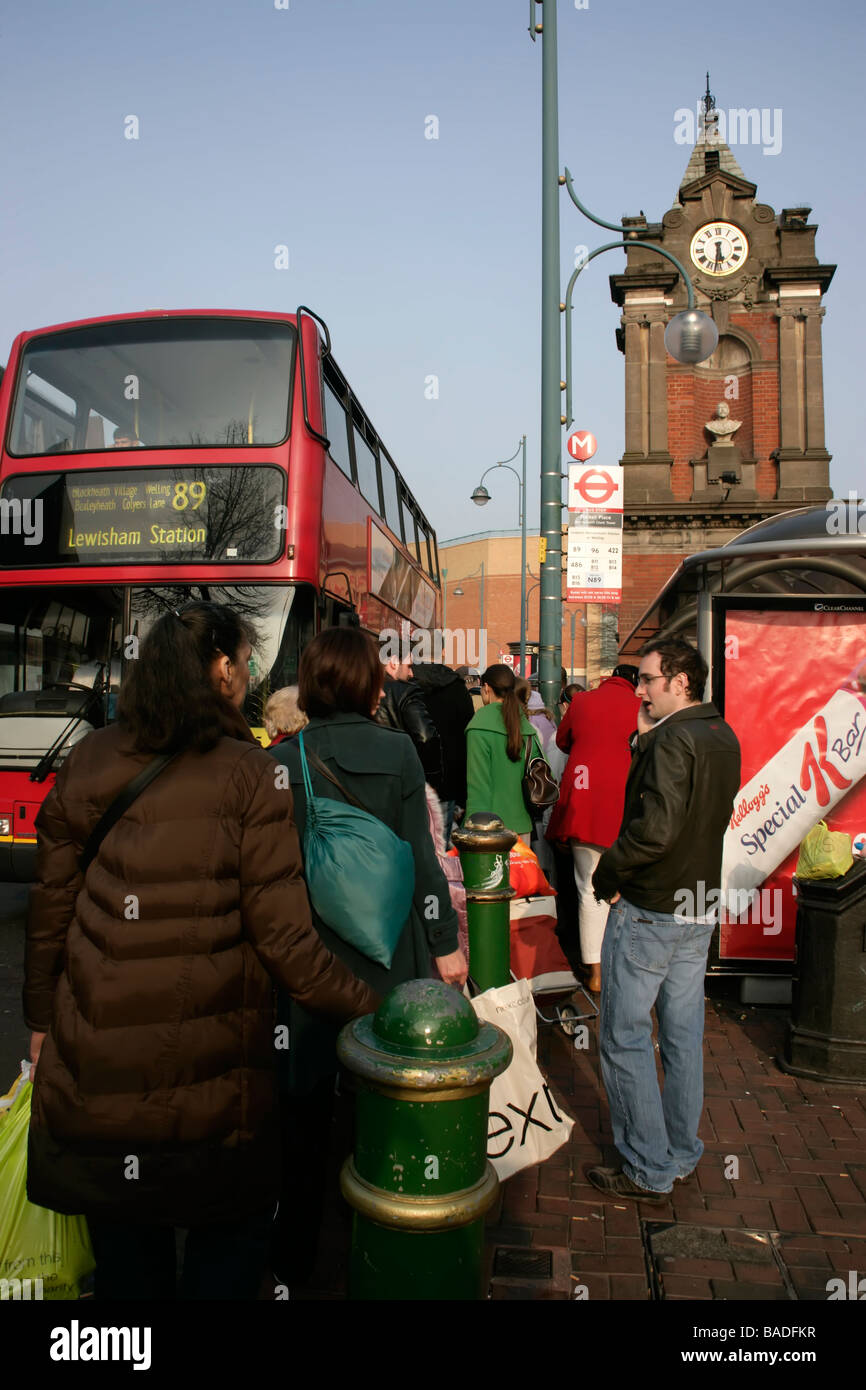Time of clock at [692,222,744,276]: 5:31
